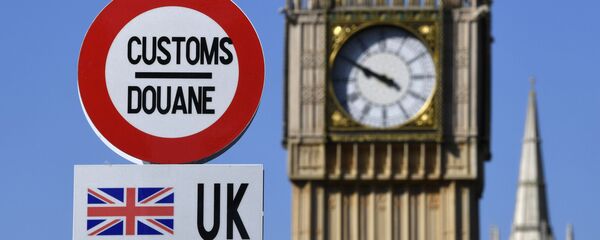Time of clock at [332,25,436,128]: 9:50
